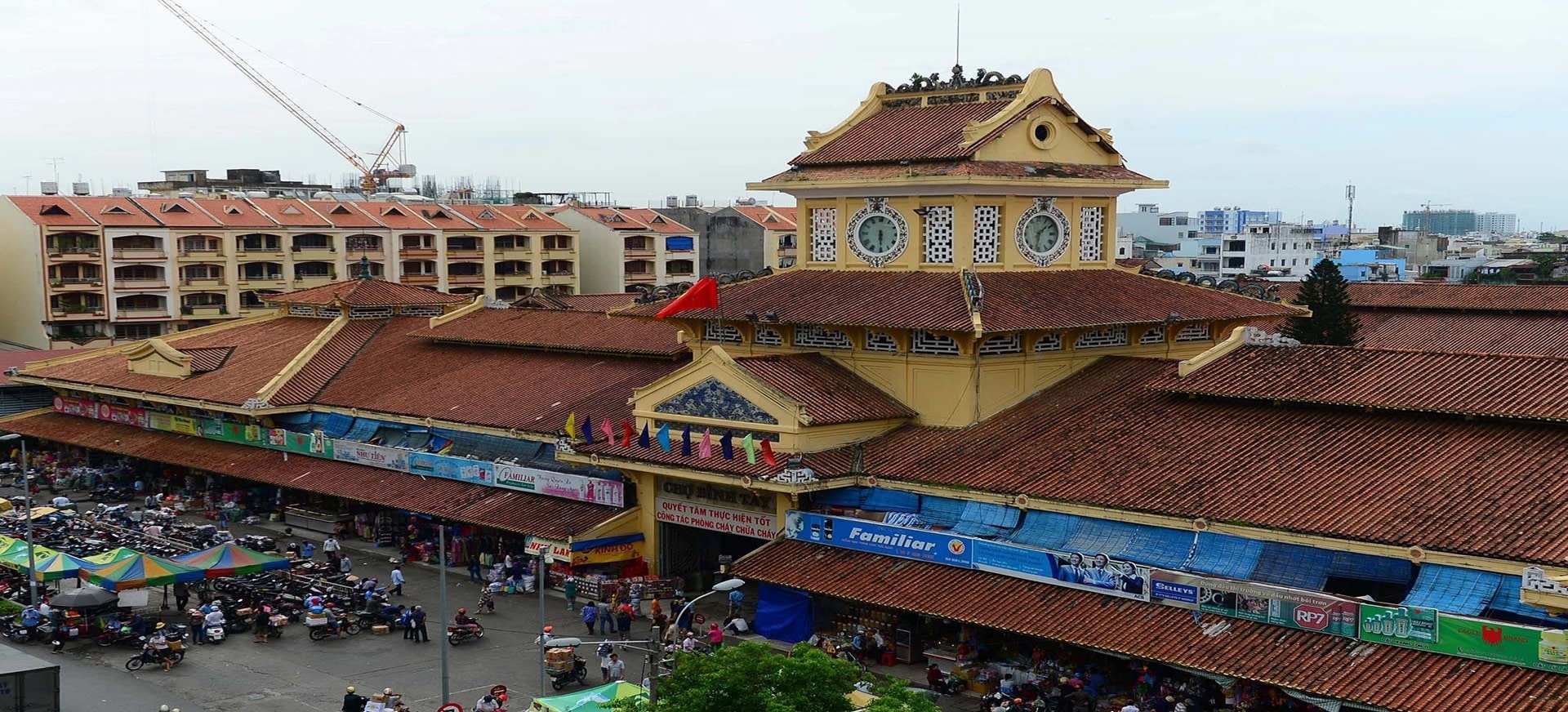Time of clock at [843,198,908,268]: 6:29
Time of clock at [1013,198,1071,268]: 1:32
